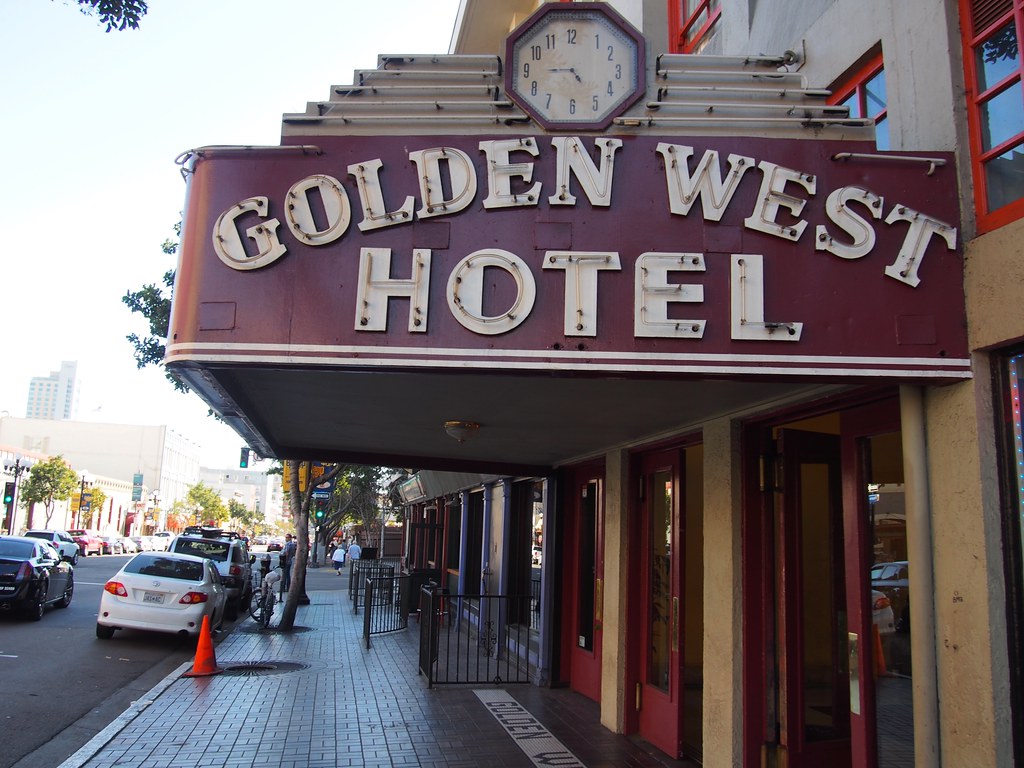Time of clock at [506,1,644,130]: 4:44
